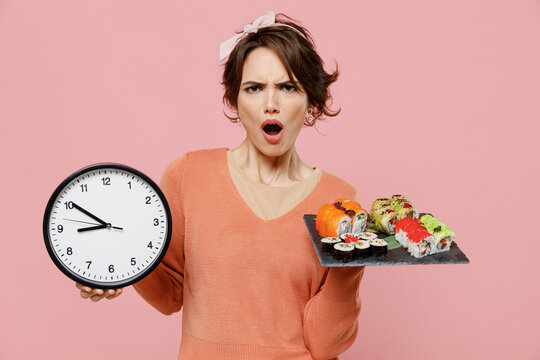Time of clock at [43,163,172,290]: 8:50
